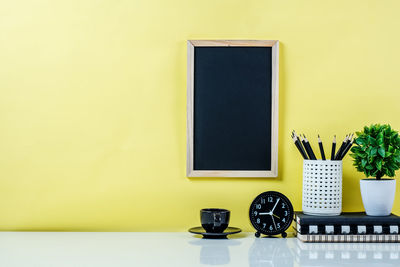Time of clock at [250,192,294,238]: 9:05
